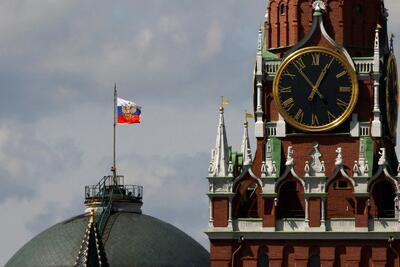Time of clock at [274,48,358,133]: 12:53
